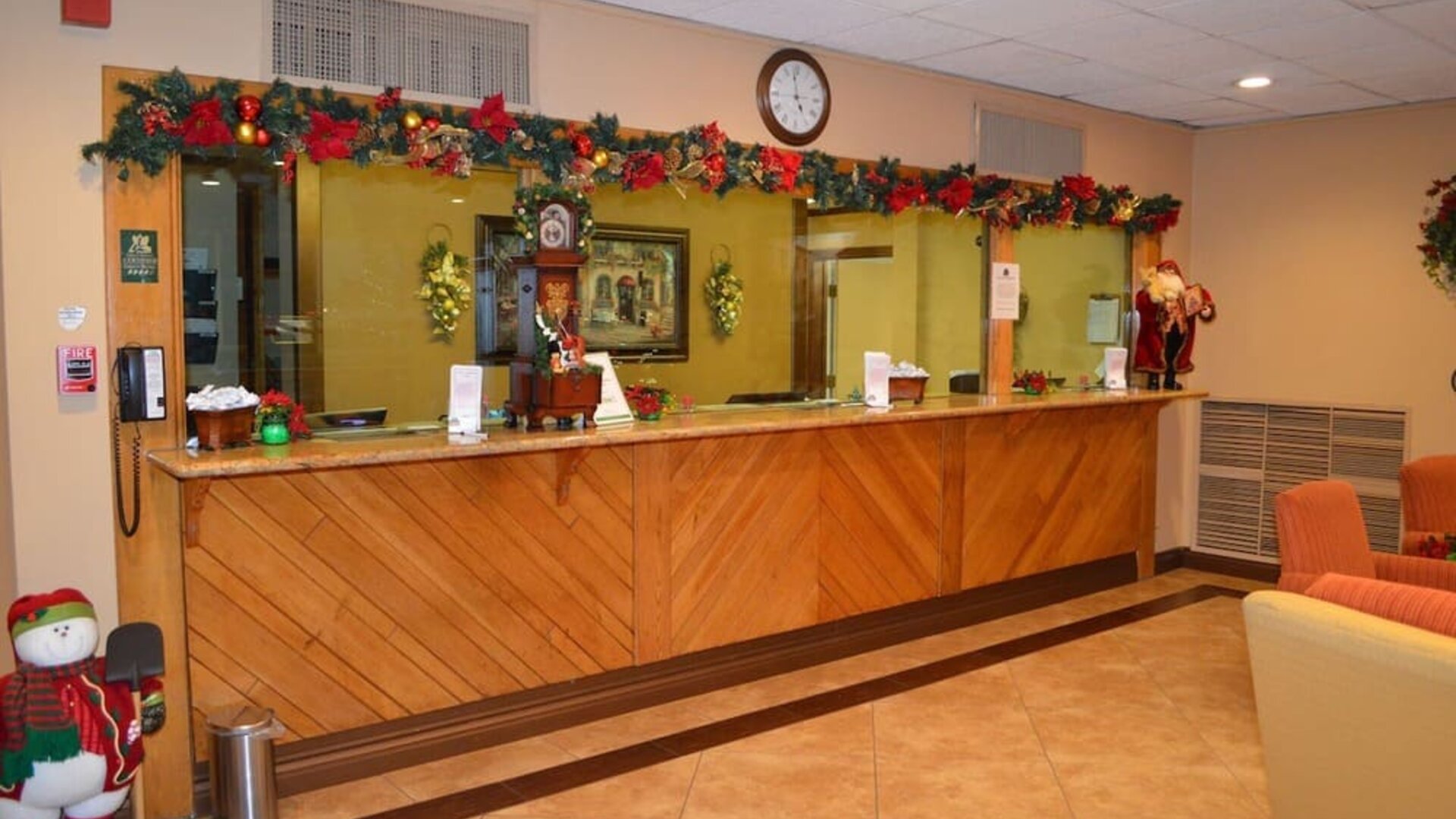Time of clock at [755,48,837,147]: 4:58
